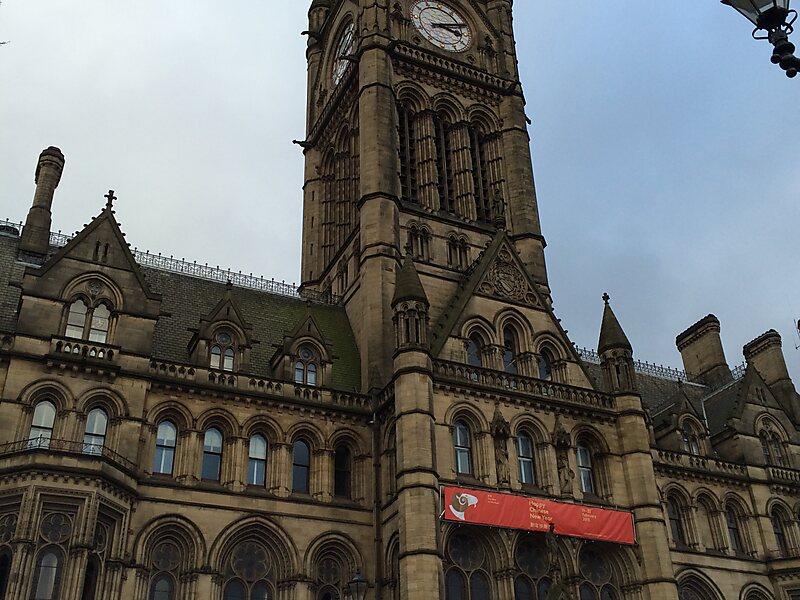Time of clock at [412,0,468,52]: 3:11
